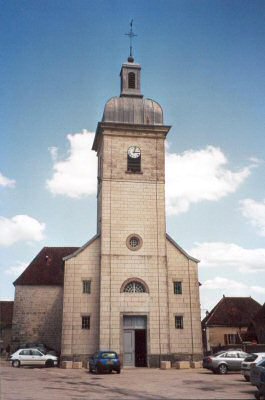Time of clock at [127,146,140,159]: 3:02
